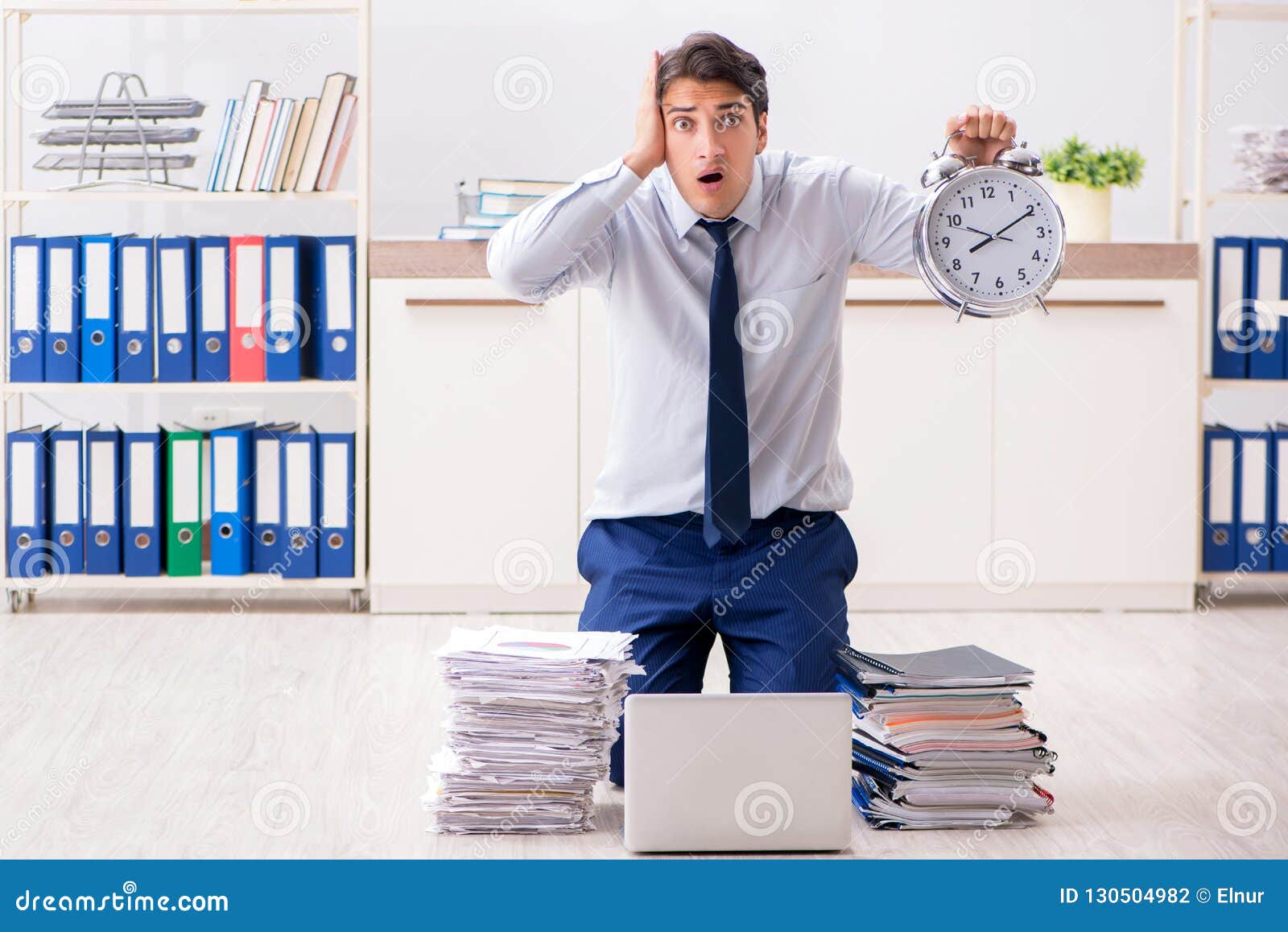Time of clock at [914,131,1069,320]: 8:10
